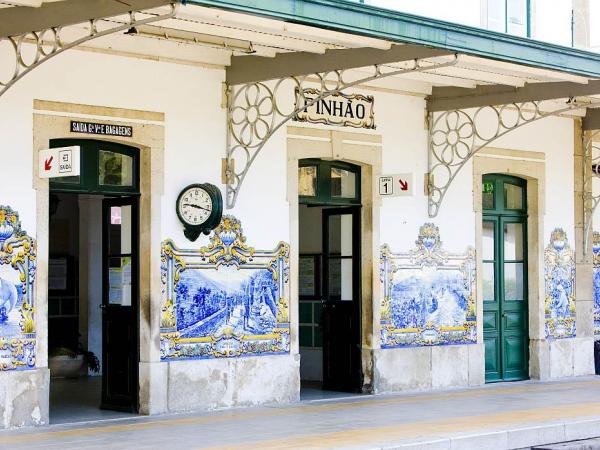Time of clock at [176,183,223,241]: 9:17
